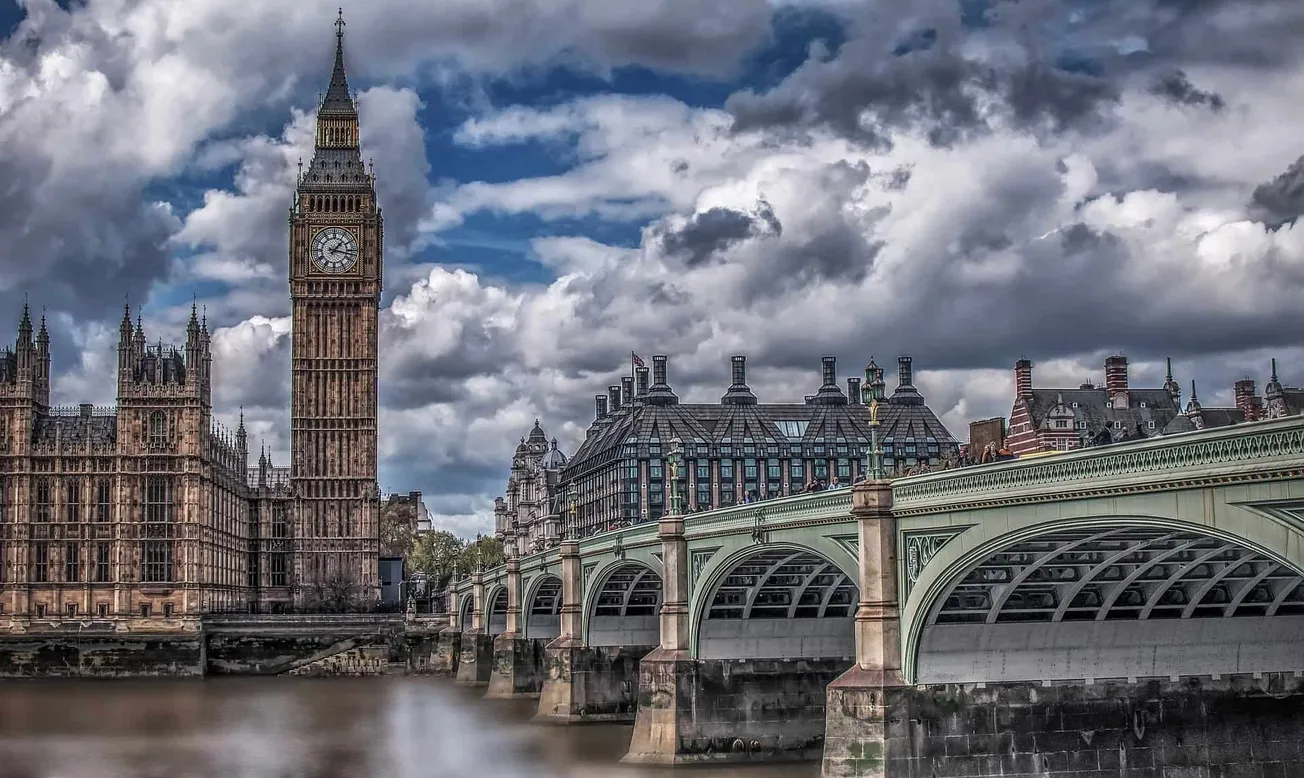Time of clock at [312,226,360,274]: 1:16
